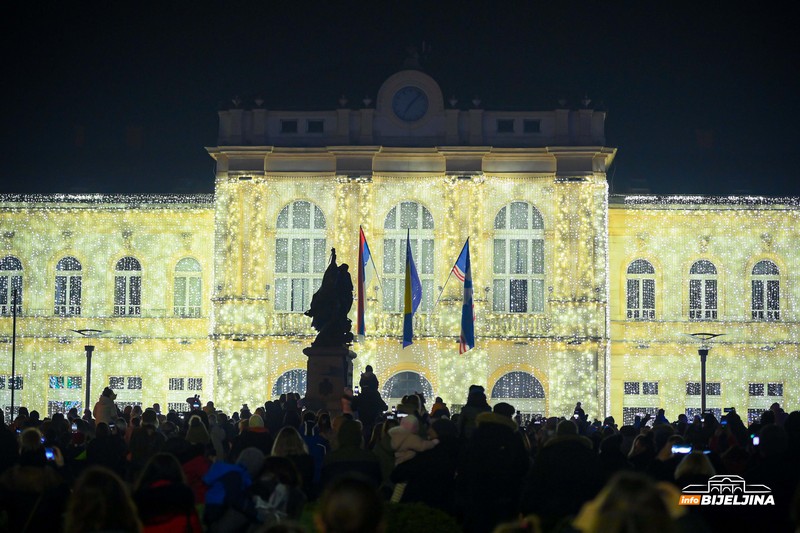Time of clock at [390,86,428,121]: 7:07
